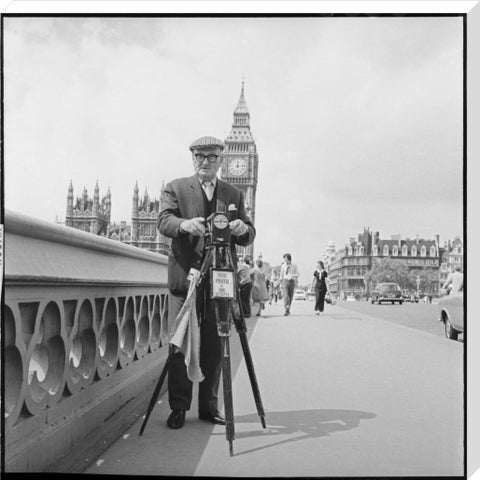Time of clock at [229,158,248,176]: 12:14
